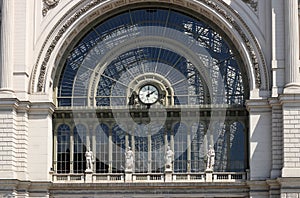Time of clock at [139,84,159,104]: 1:59
